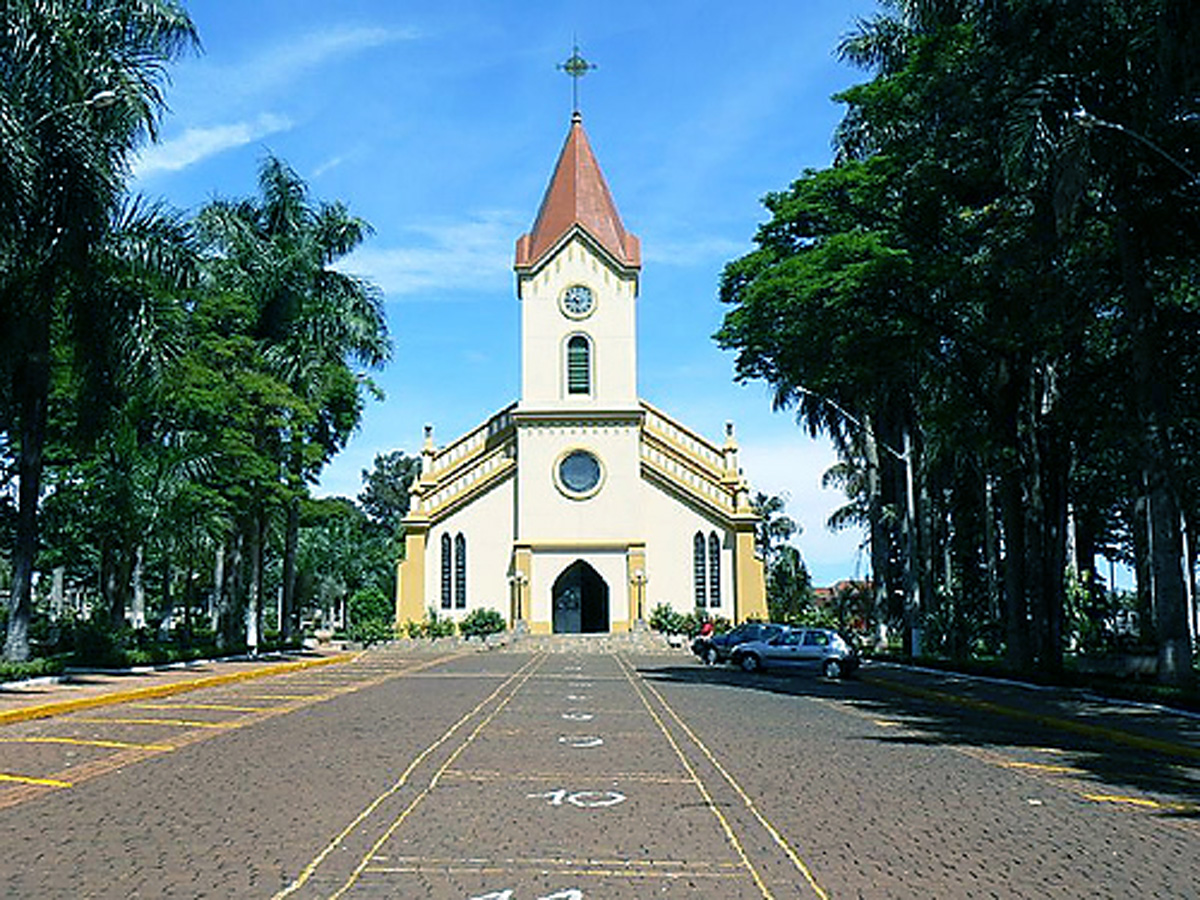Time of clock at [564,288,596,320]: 10:45
